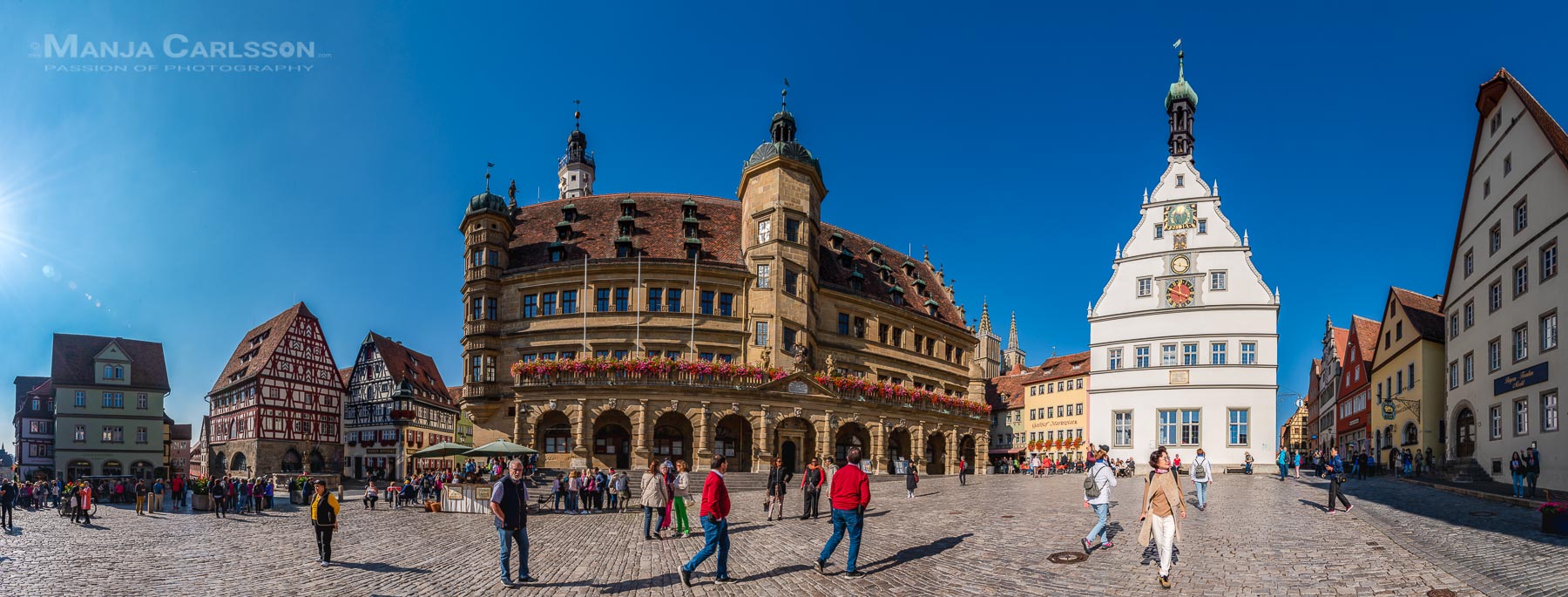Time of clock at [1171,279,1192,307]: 3:48
